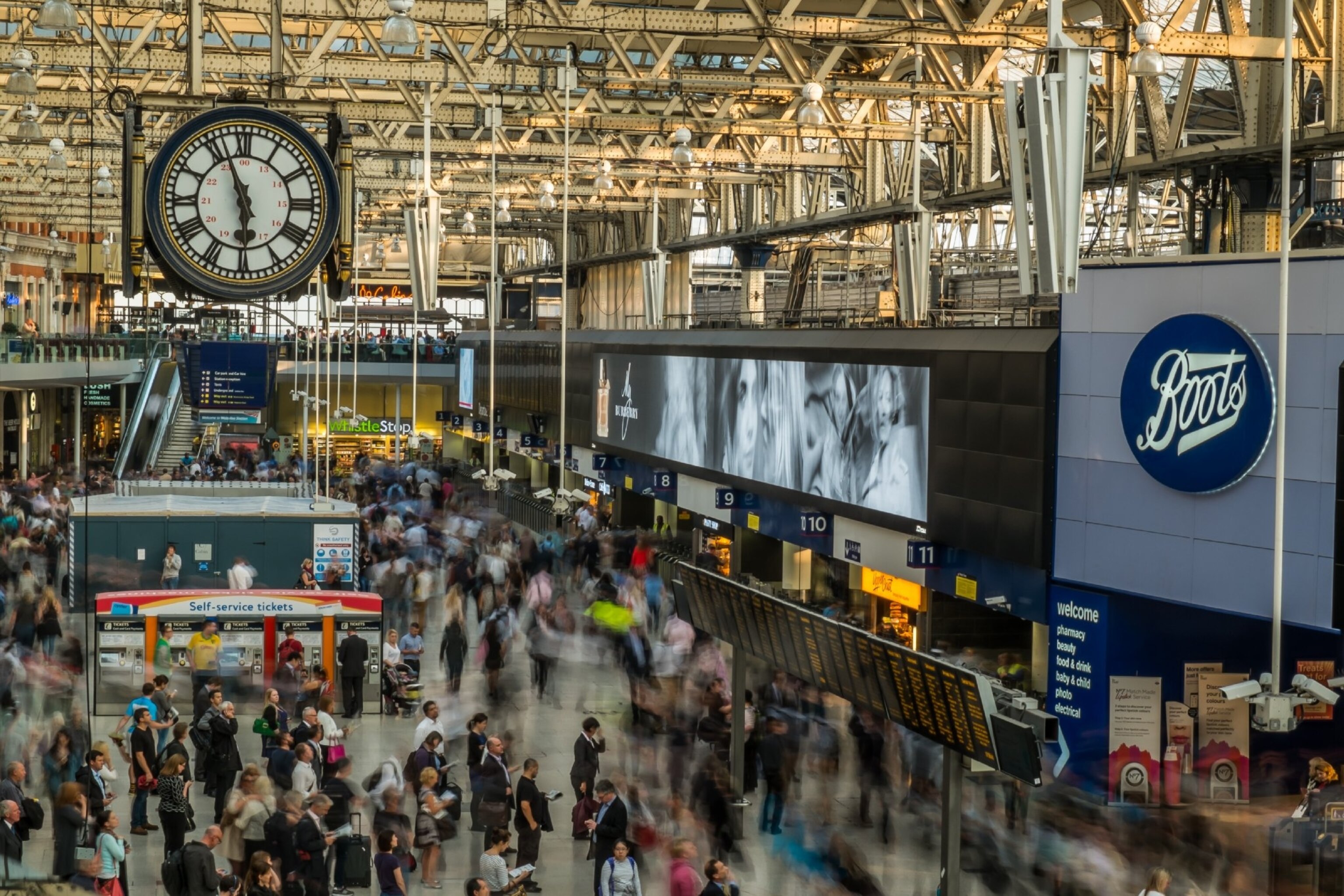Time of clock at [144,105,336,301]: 5:56
